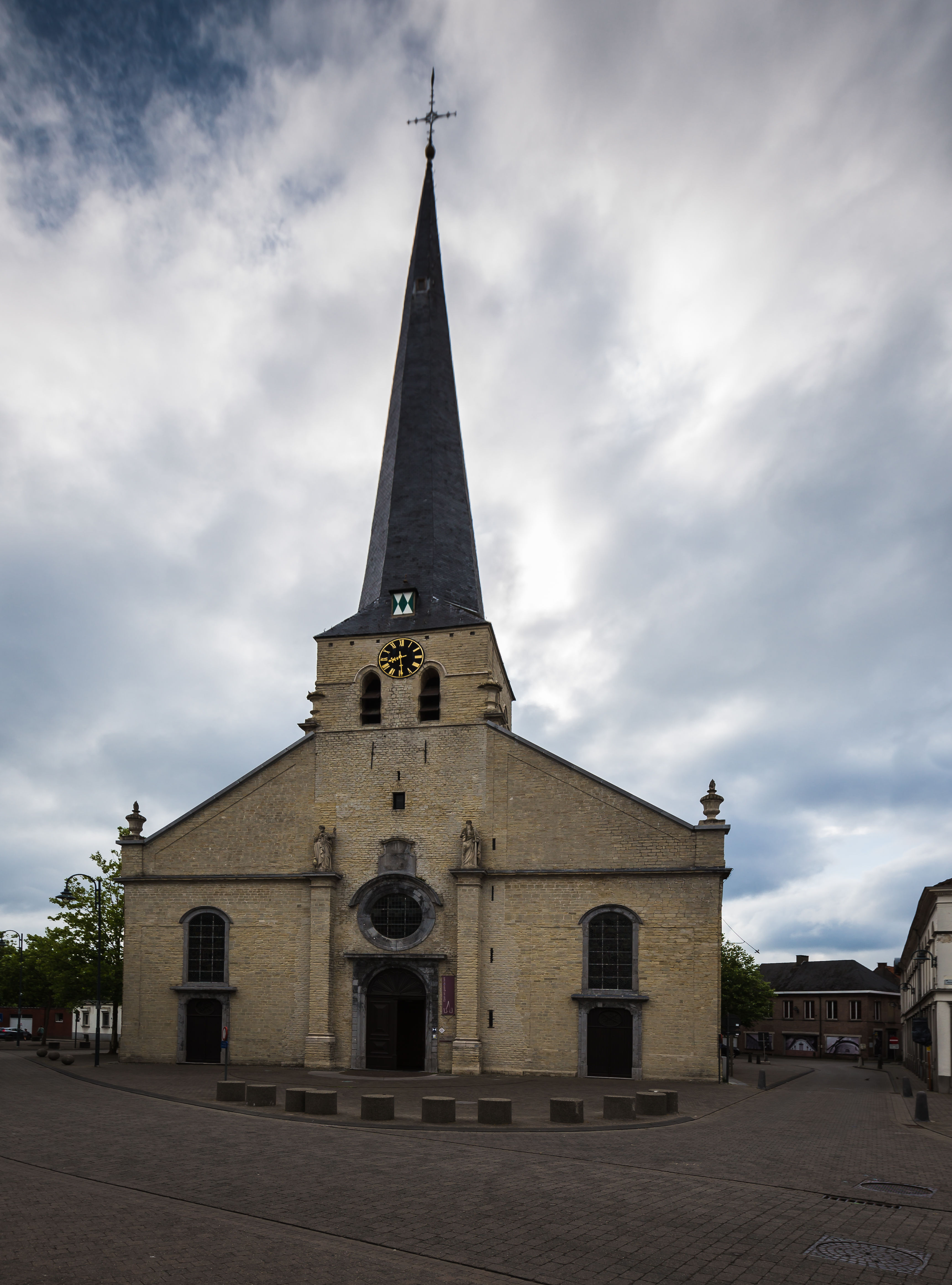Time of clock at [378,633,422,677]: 8:29
